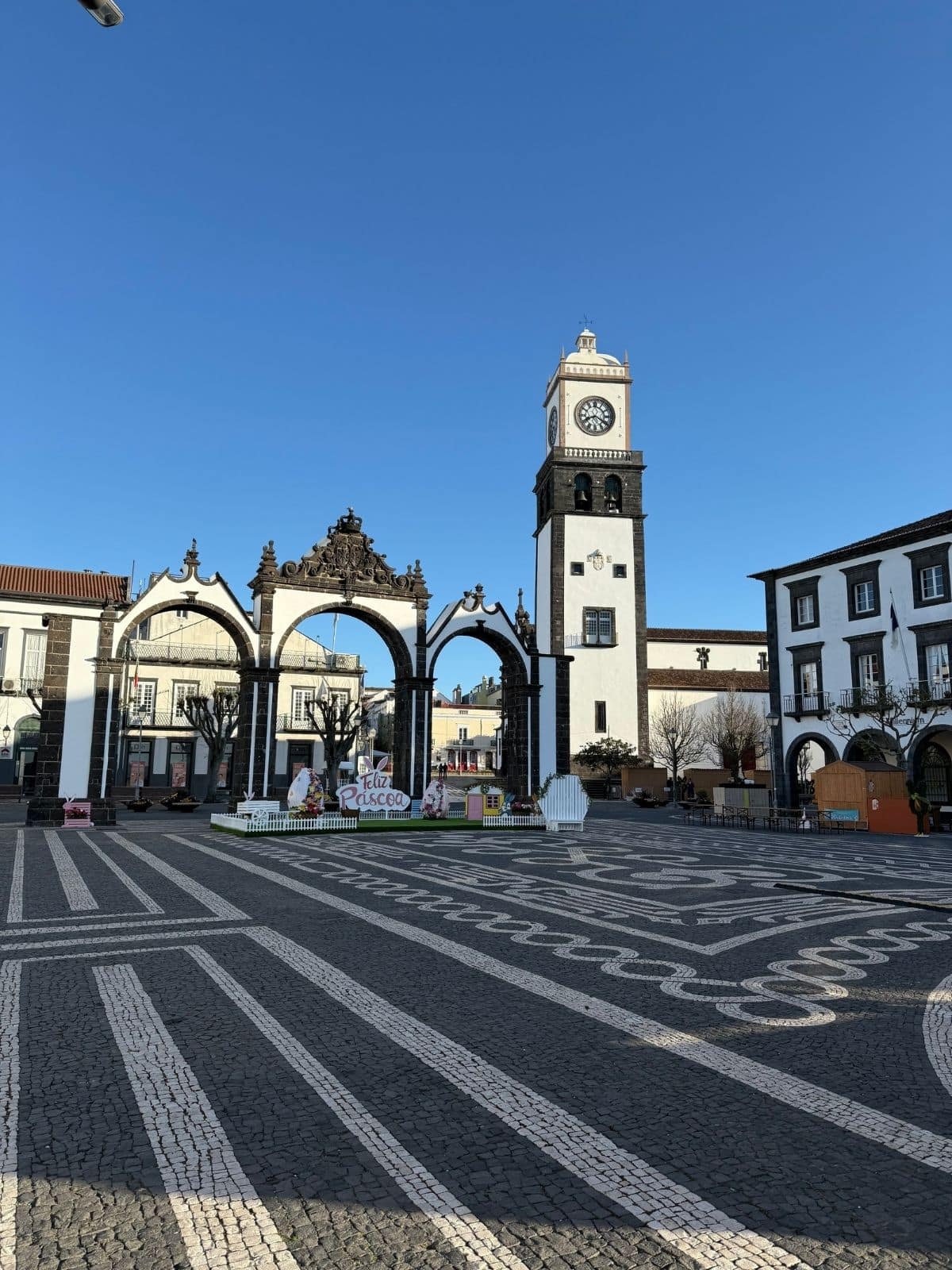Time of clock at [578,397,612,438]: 8:20
